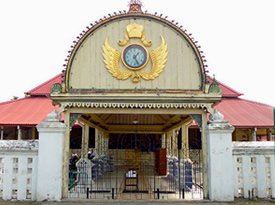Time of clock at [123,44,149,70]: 1:25
